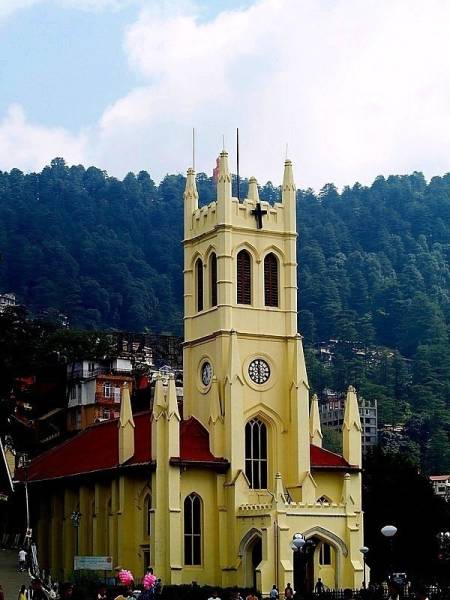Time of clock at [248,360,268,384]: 11:29
